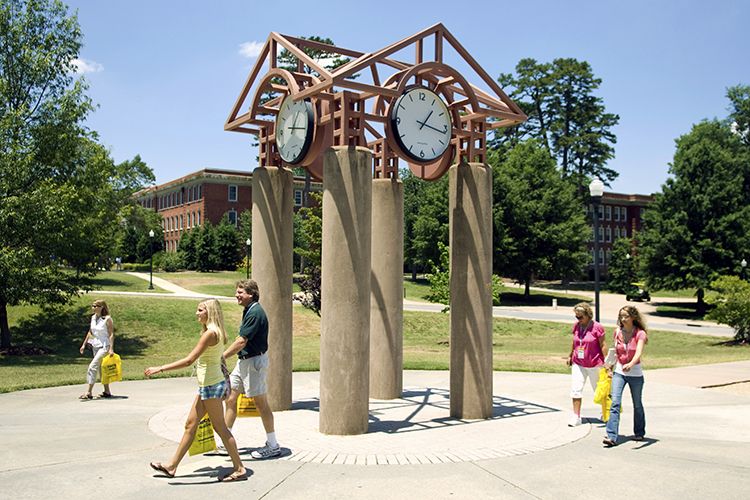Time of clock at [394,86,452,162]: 1:16
